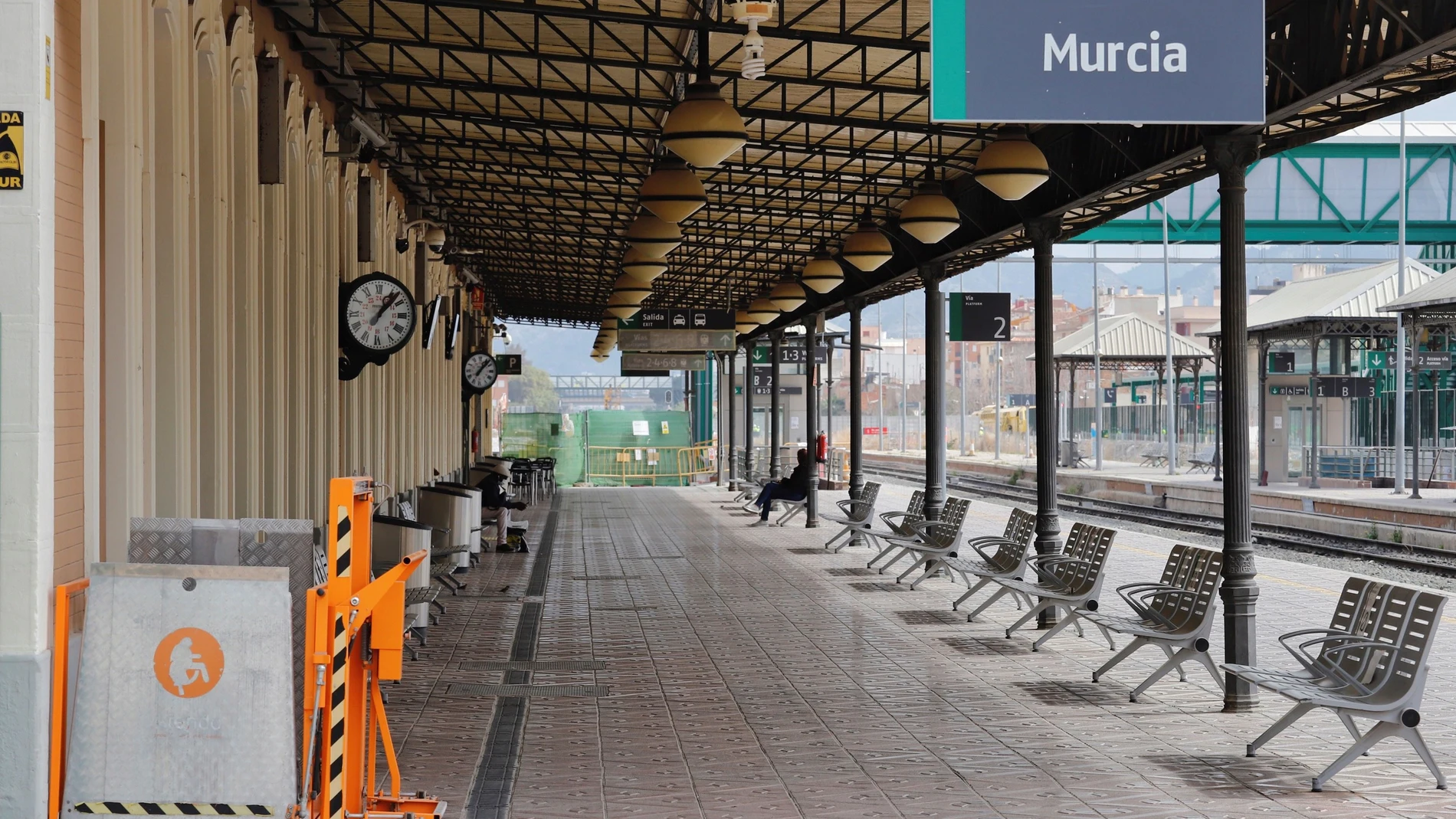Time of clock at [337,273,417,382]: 1:07
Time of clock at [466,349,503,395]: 1:07
